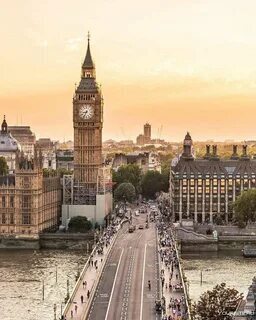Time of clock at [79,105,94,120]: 8:34
